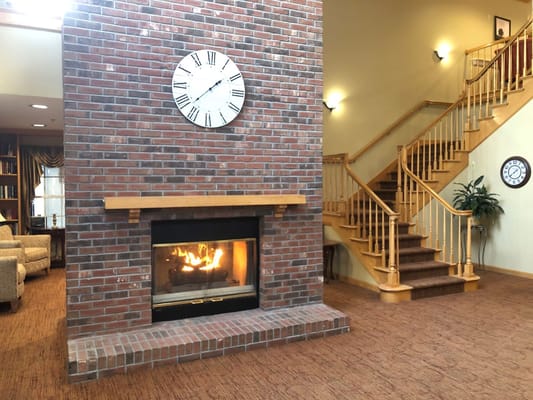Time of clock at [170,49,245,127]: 1:37
